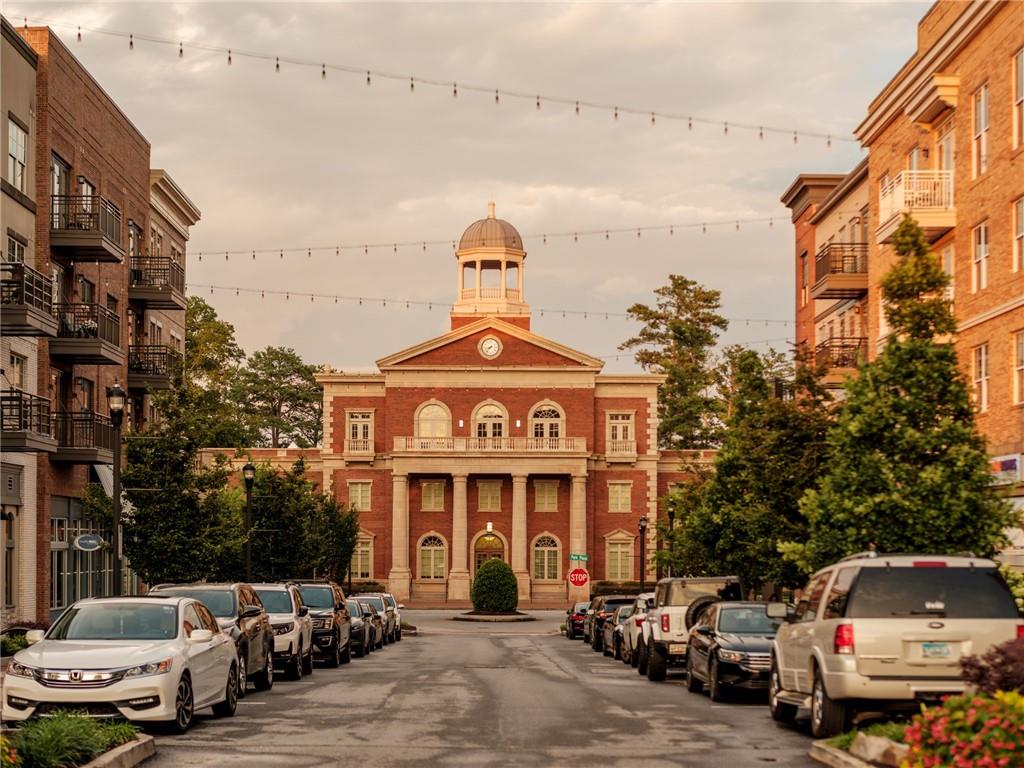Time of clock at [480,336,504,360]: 8:37
